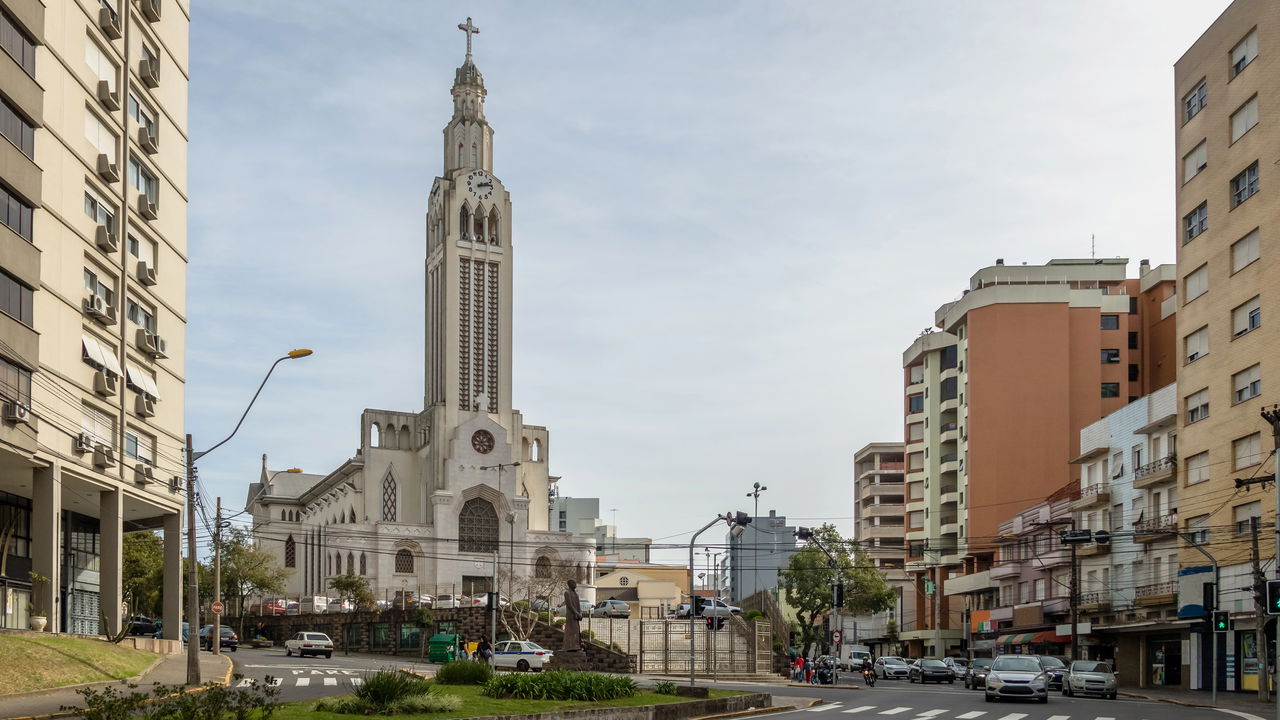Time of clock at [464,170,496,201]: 2:13
